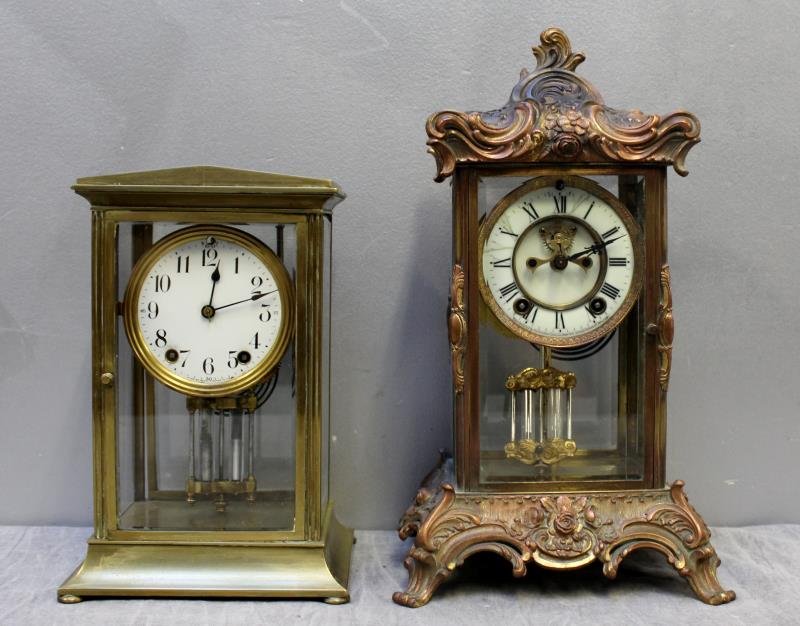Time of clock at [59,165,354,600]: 12:12
